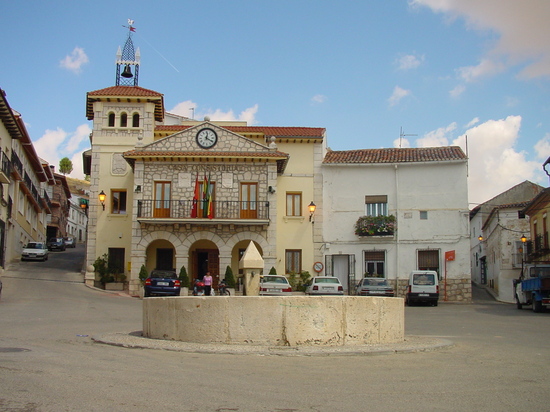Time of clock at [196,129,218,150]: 12:20
